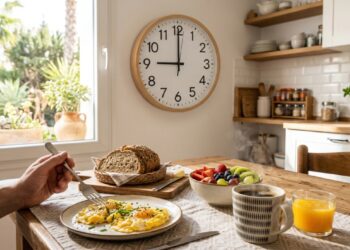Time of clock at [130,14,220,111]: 9:00
